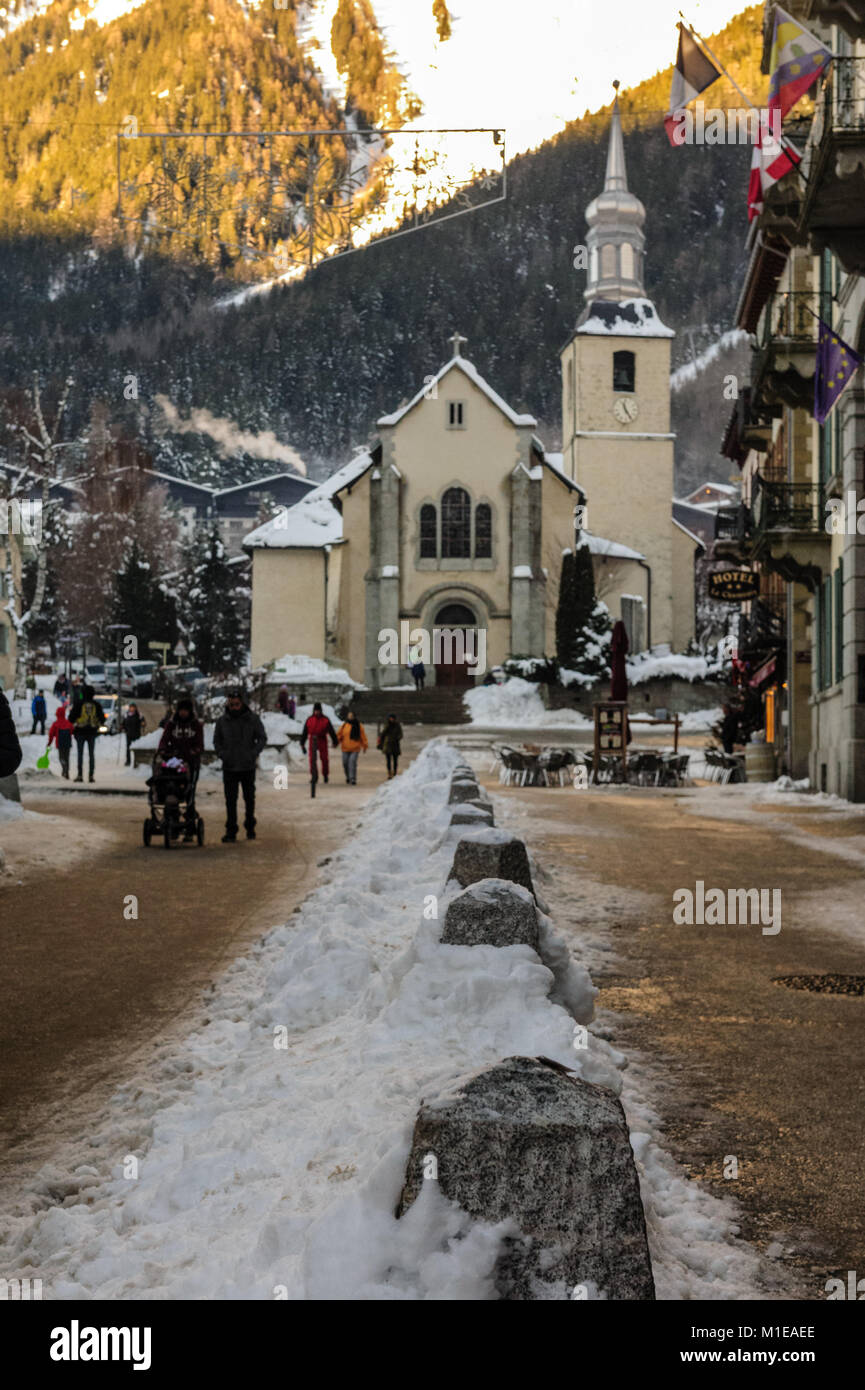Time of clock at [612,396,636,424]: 11:24
